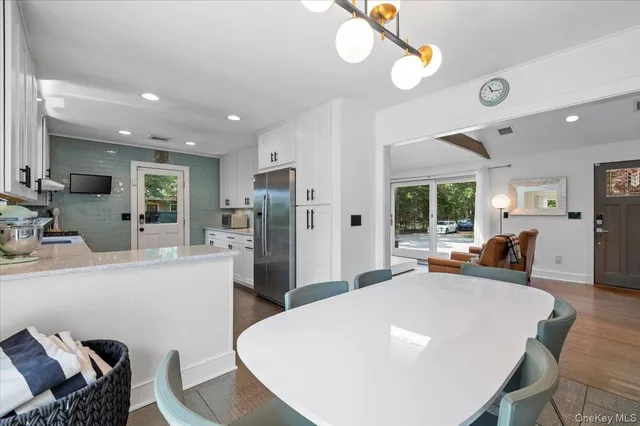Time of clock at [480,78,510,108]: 11:16
